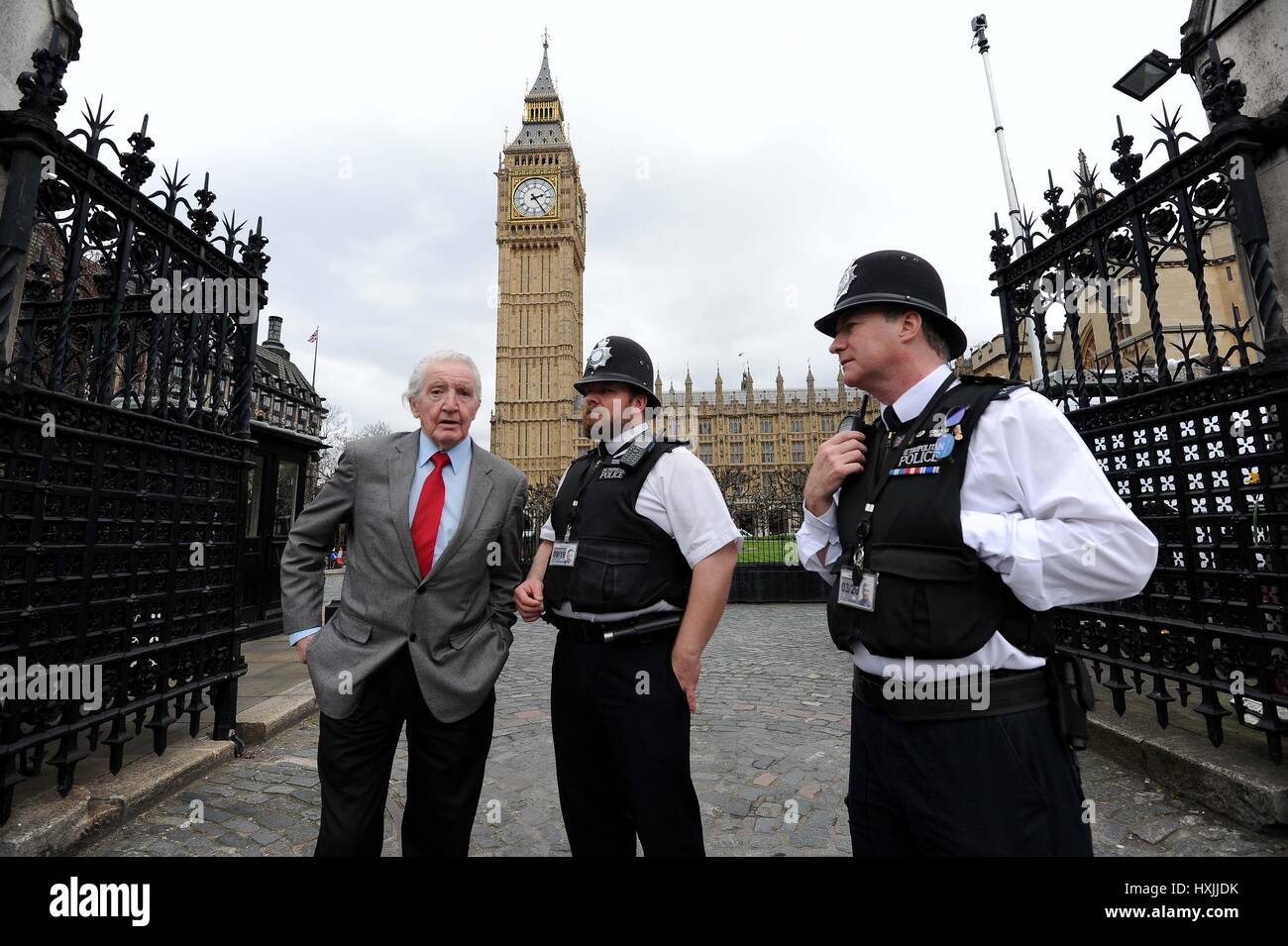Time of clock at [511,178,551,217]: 2:24
